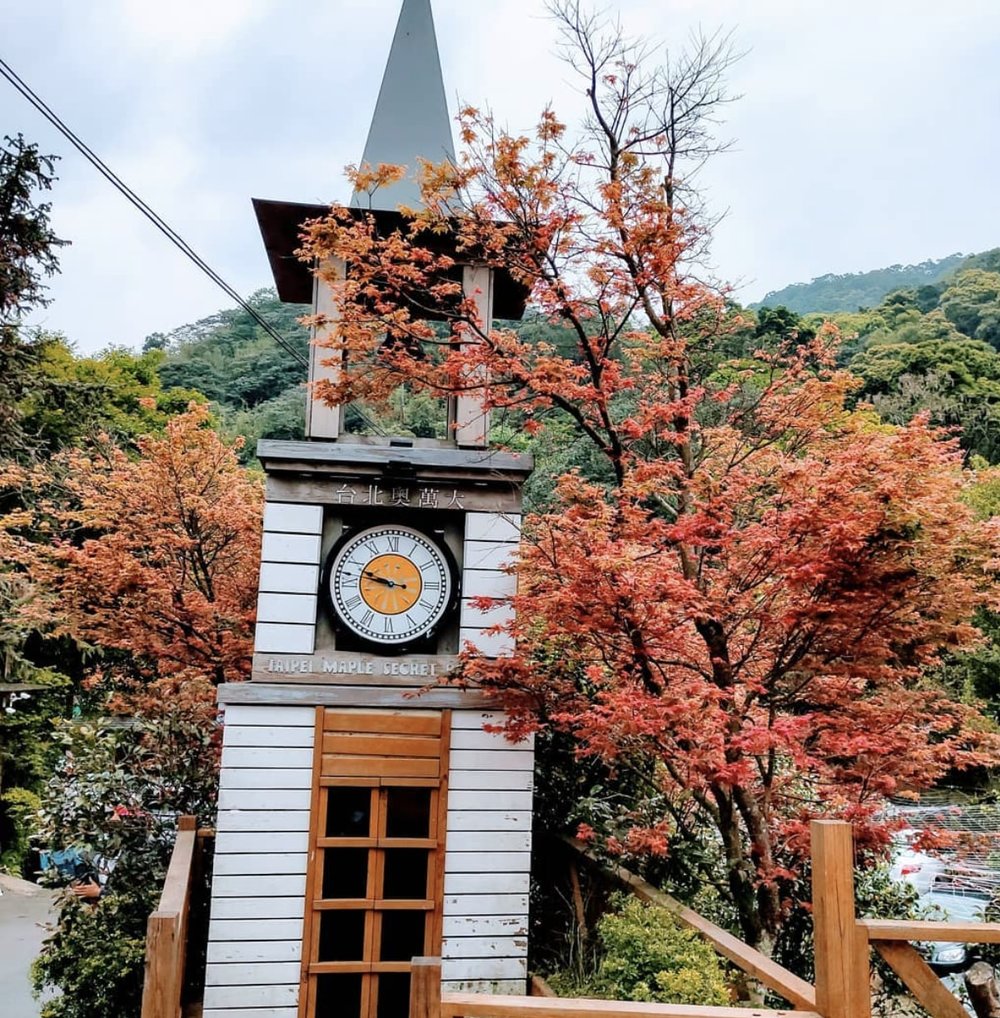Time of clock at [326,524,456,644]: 9:47
